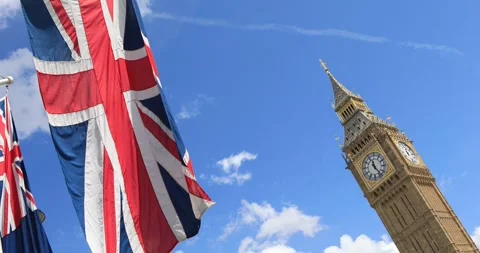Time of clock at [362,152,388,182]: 11:23
